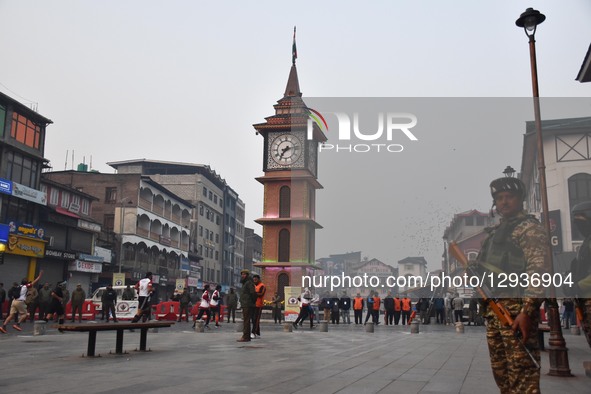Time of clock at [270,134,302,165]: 7:13
